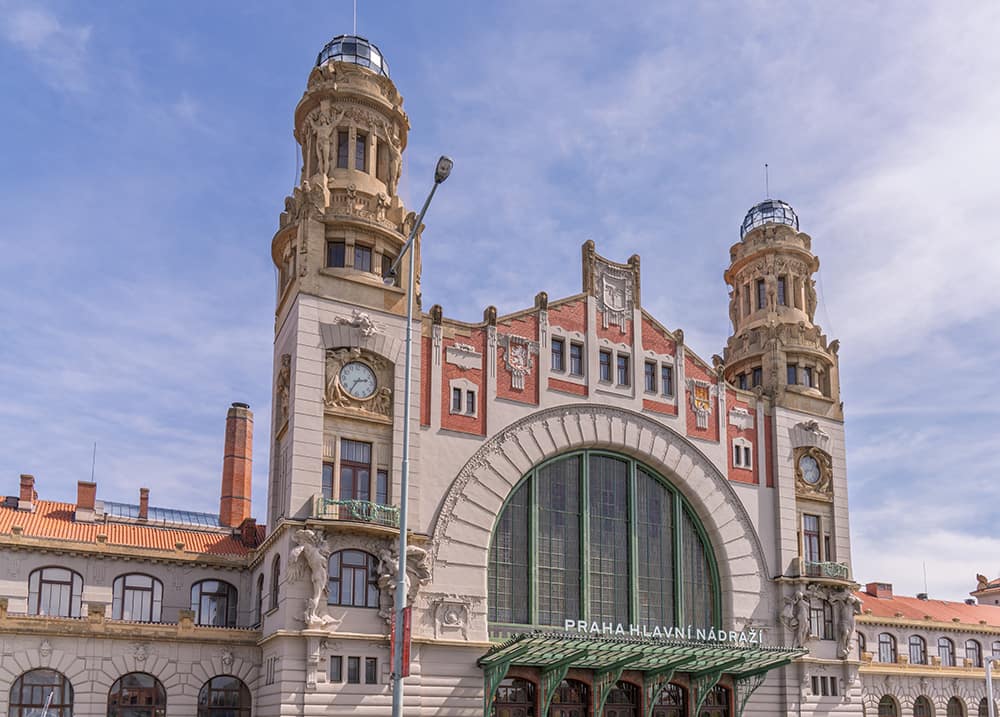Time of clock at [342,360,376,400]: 2:35
